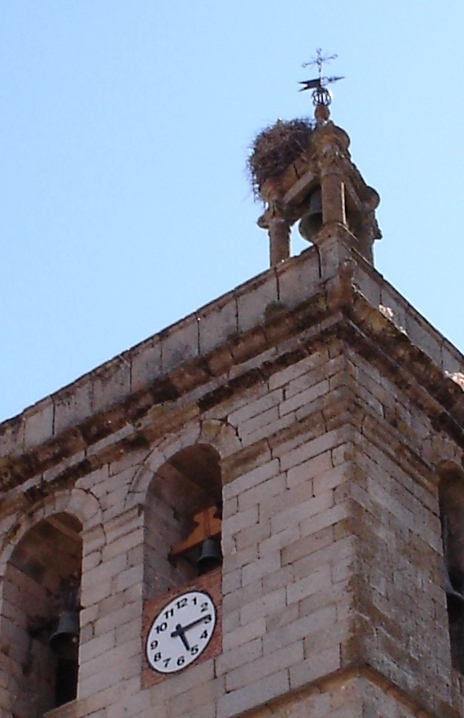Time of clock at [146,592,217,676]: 5:14
